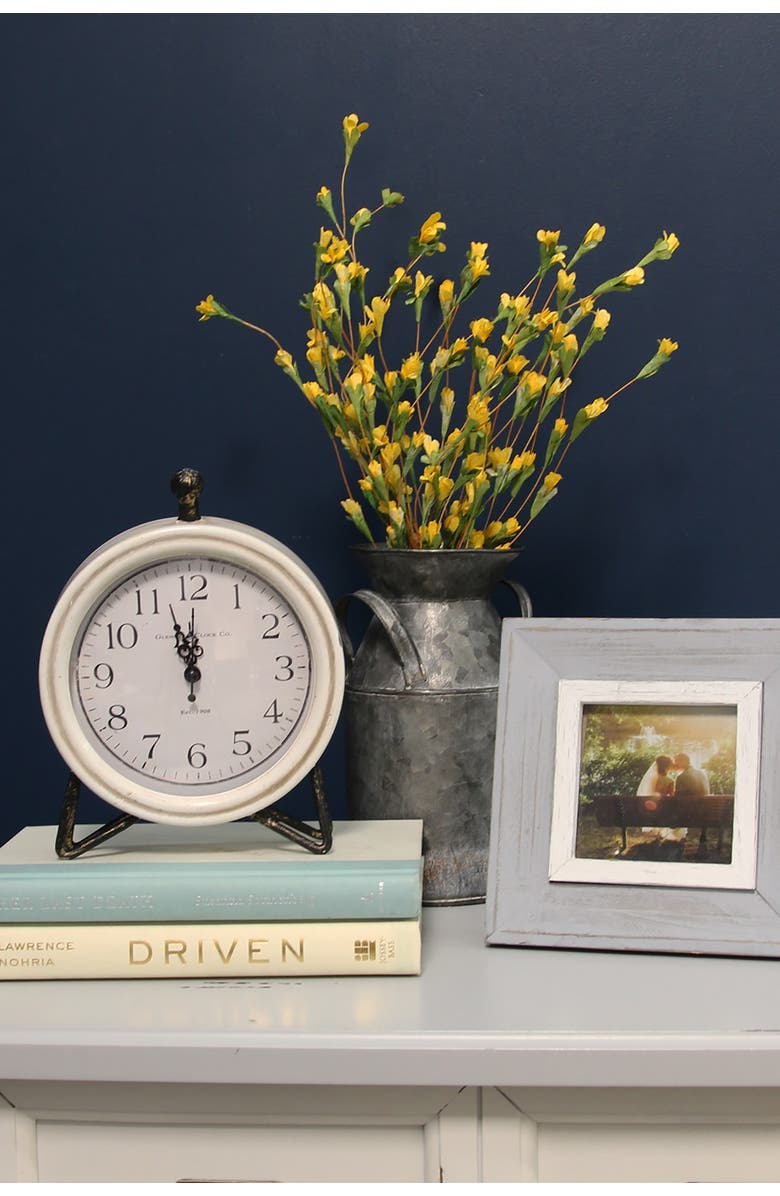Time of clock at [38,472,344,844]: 11:57
